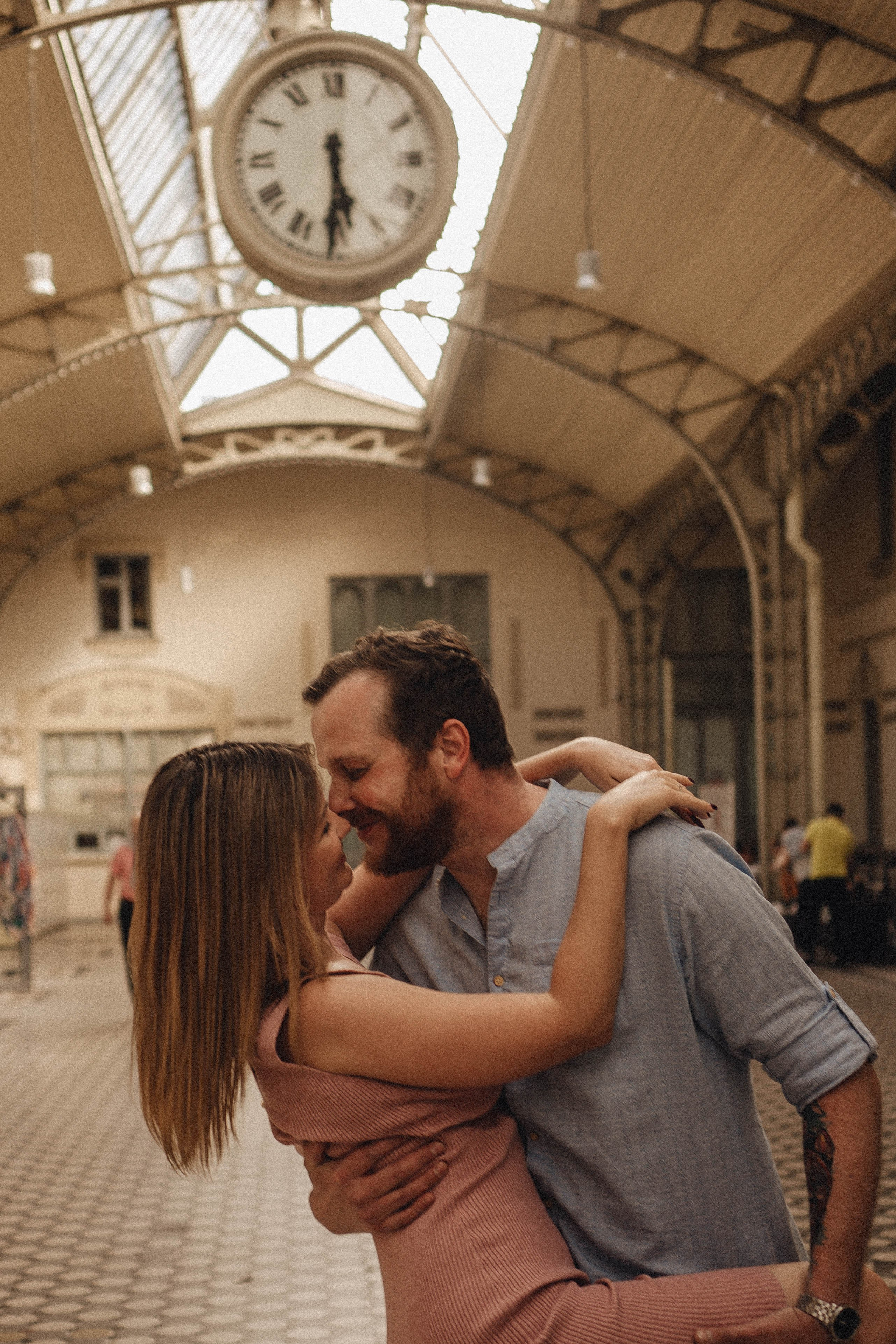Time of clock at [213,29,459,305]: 5:30
